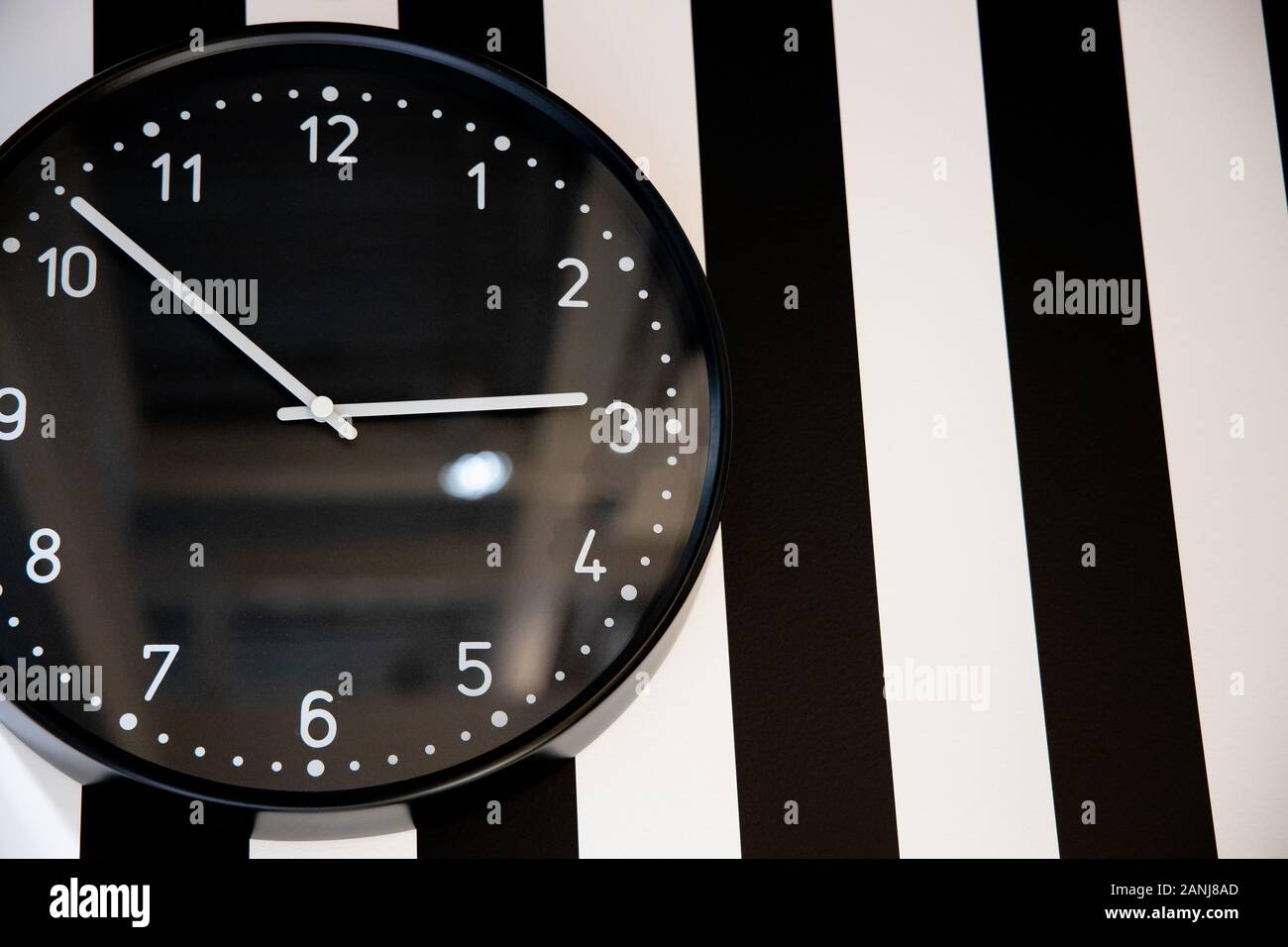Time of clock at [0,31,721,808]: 2:52
